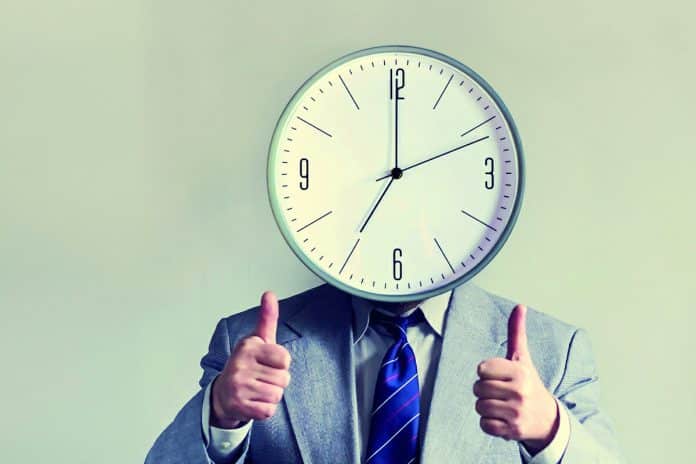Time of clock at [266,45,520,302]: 7:00
